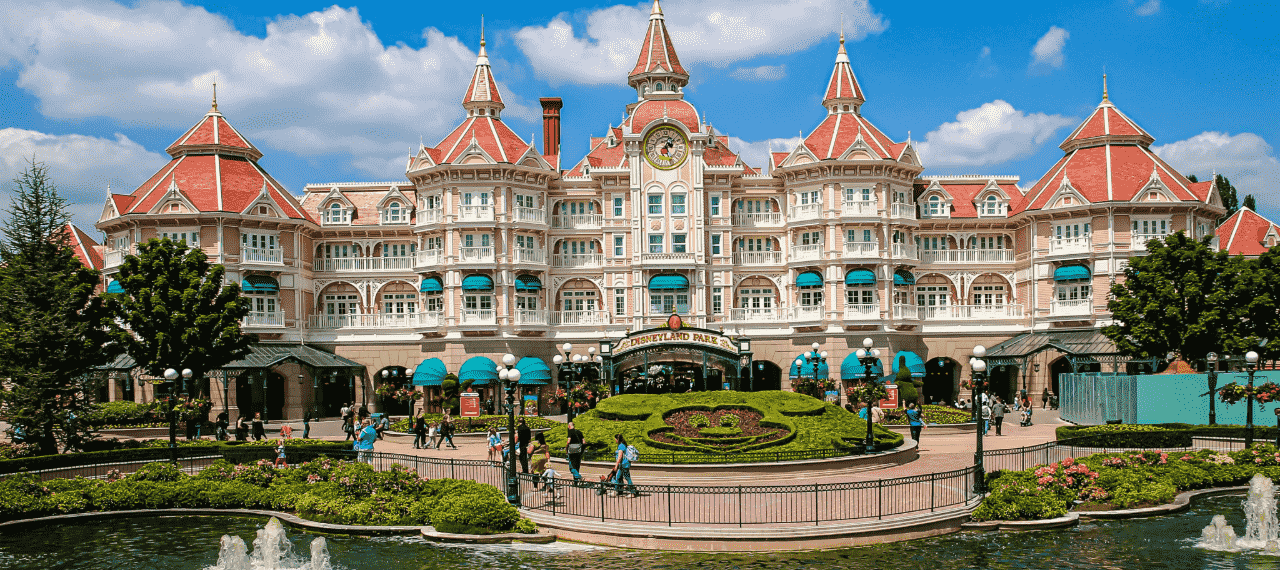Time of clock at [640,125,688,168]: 1:28
